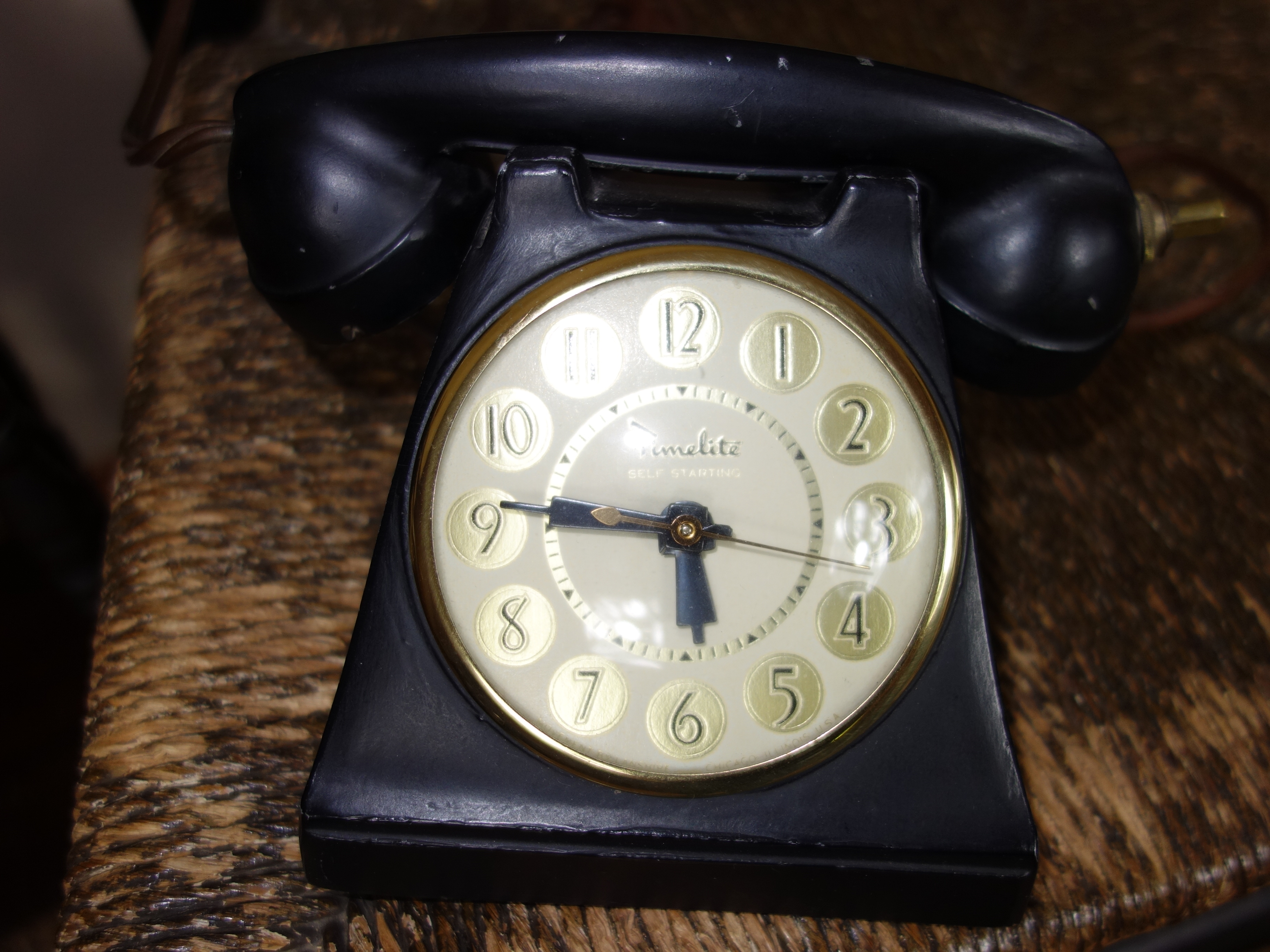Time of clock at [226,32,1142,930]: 5:46
